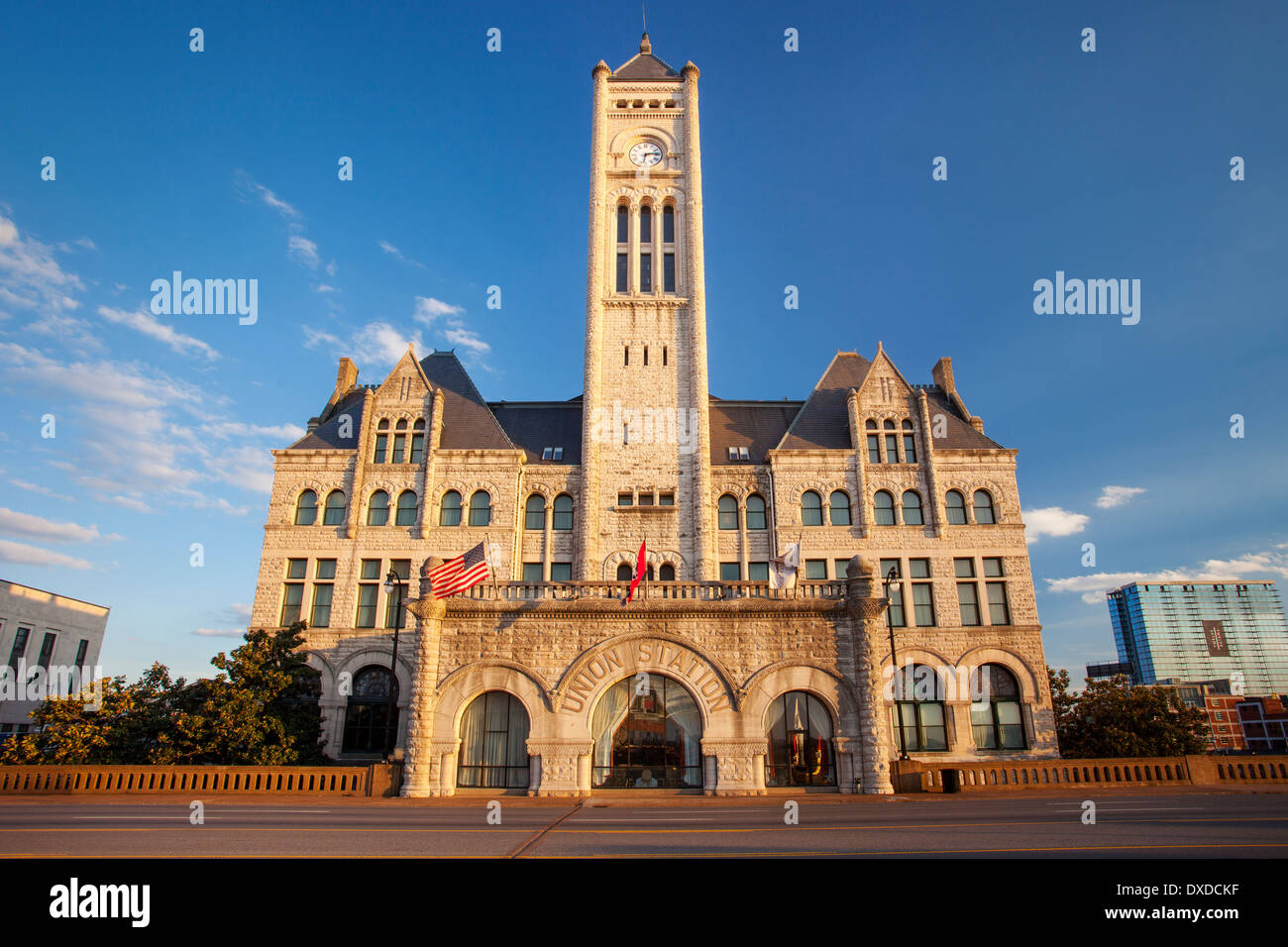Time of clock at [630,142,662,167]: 6:13
